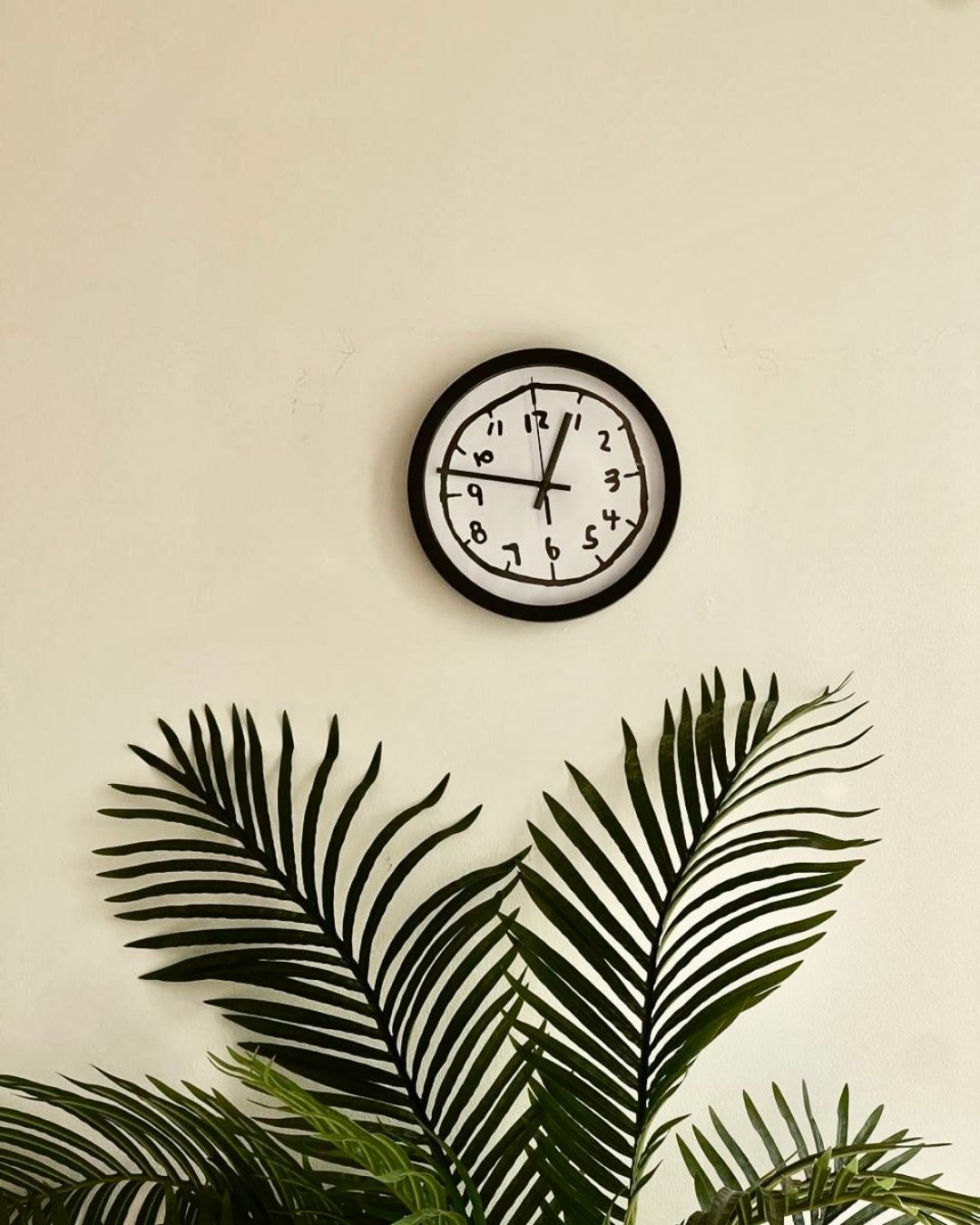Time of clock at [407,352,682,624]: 12:47
